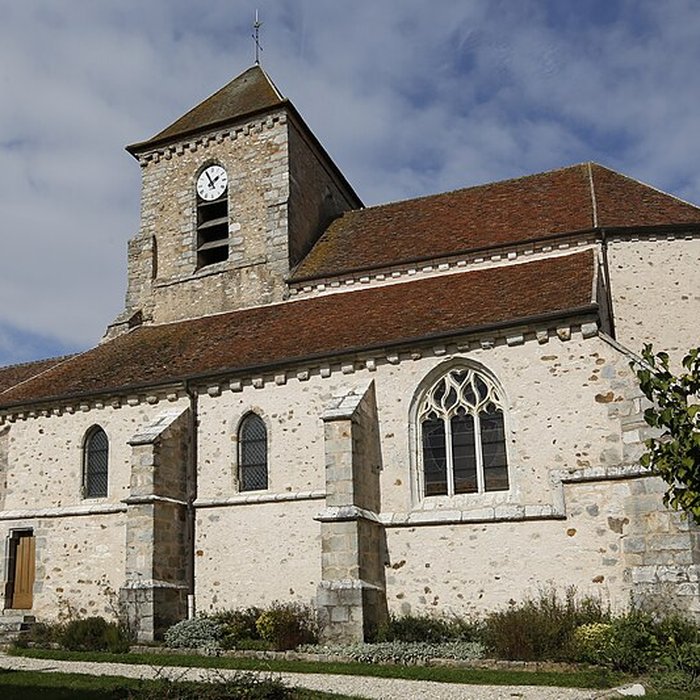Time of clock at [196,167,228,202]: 1:55
